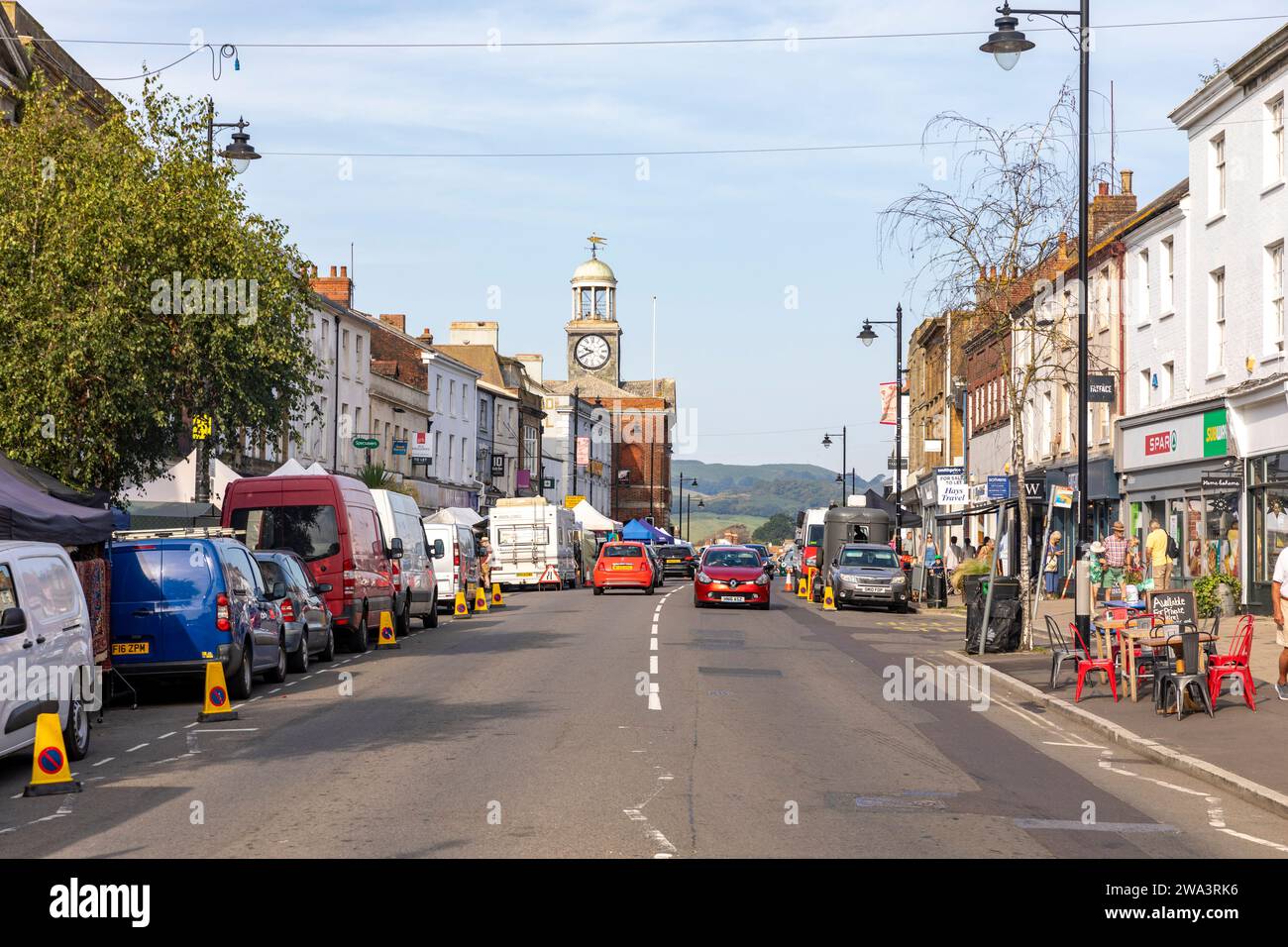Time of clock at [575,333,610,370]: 9:41
